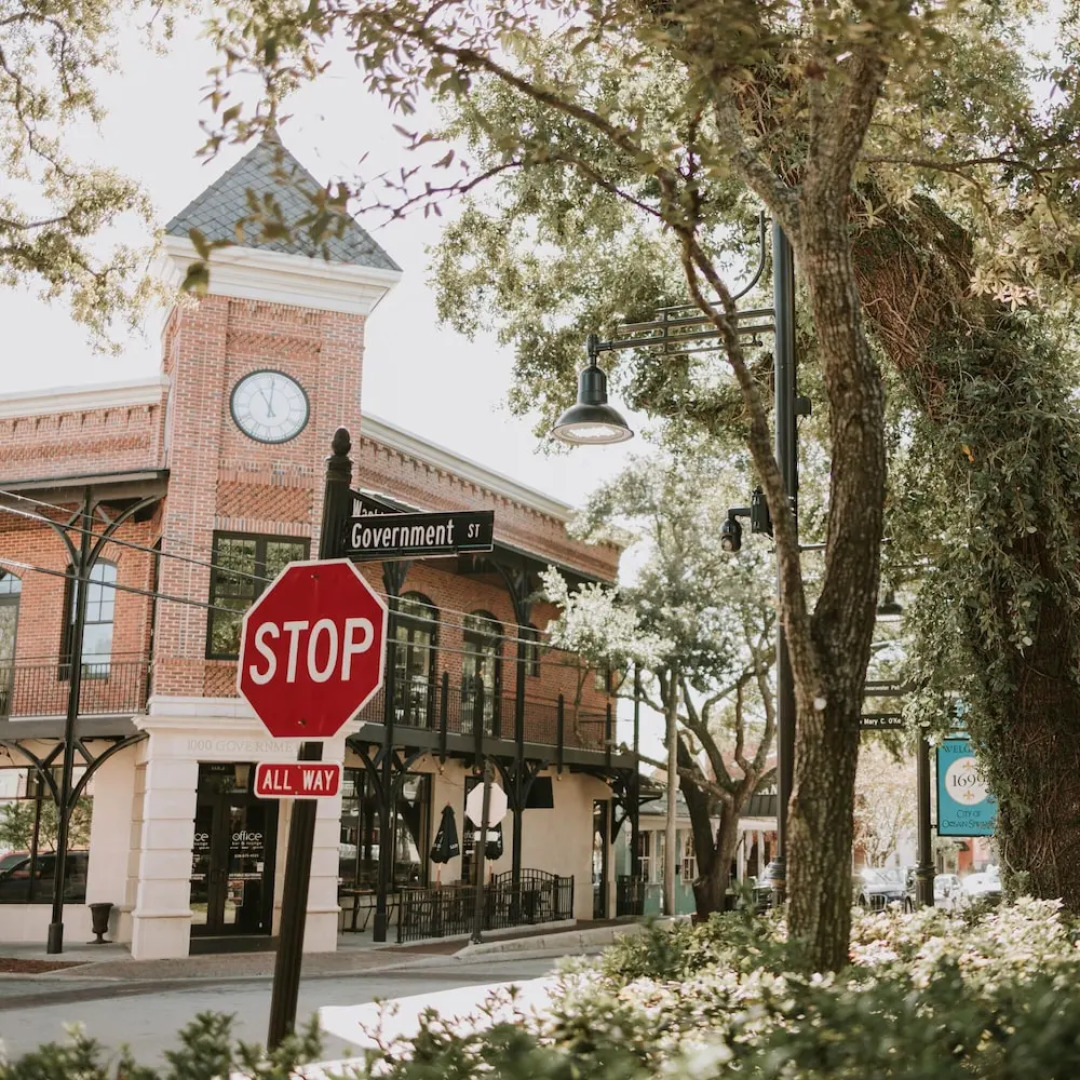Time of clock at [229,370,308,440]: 11:00
